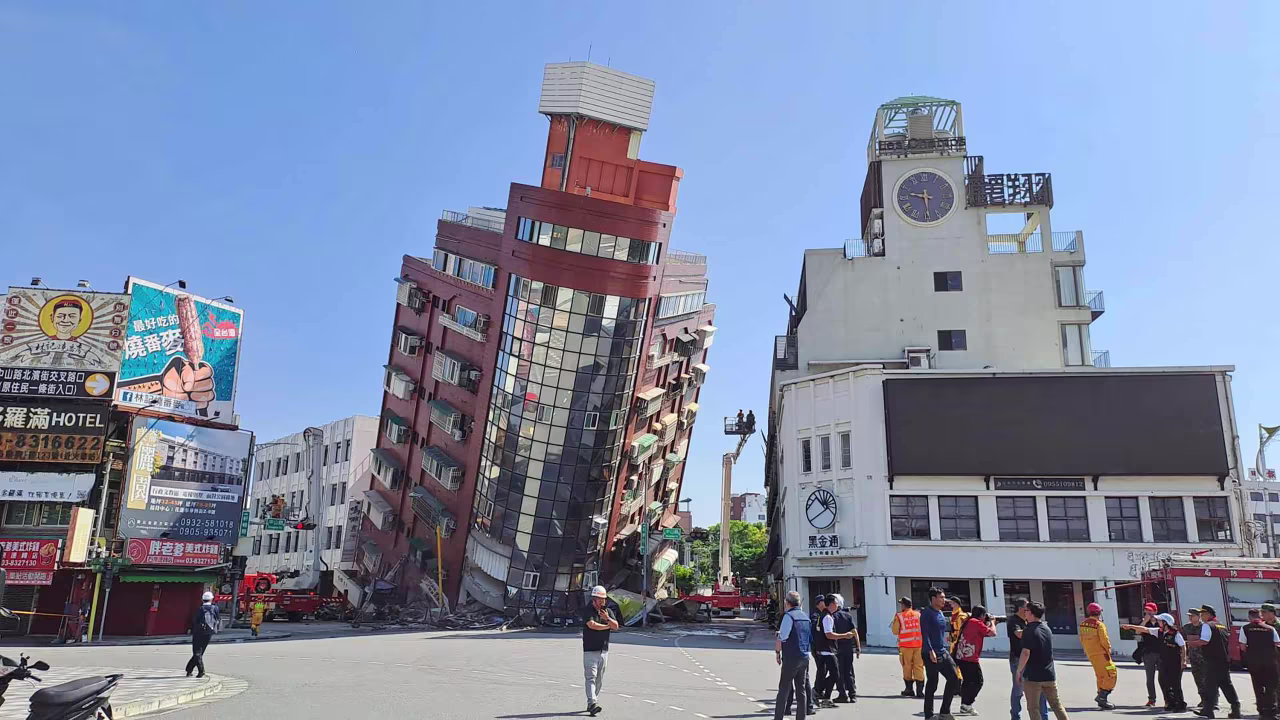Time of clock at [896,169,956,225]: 9:29
